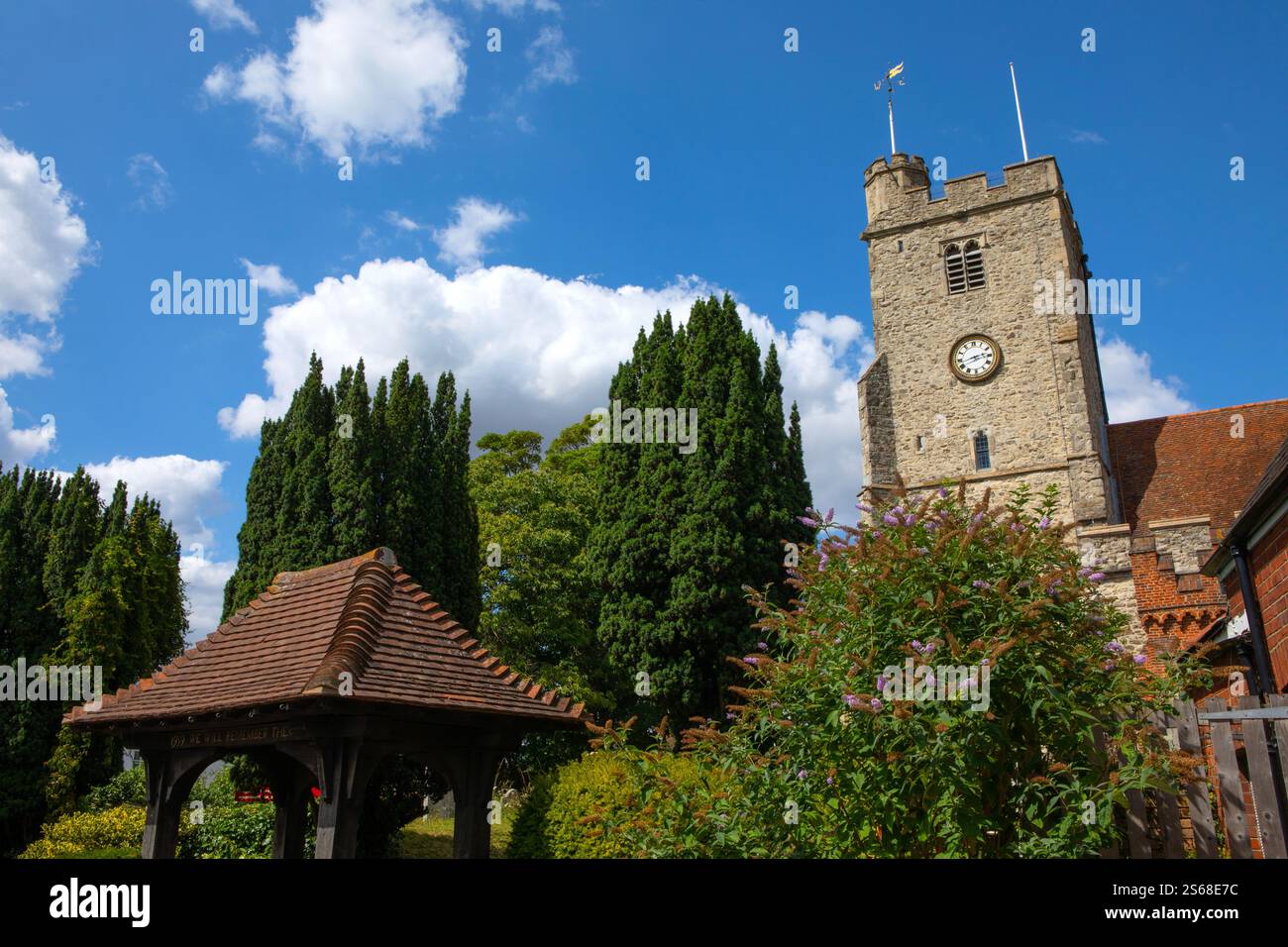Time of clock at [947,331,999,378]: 2:42
